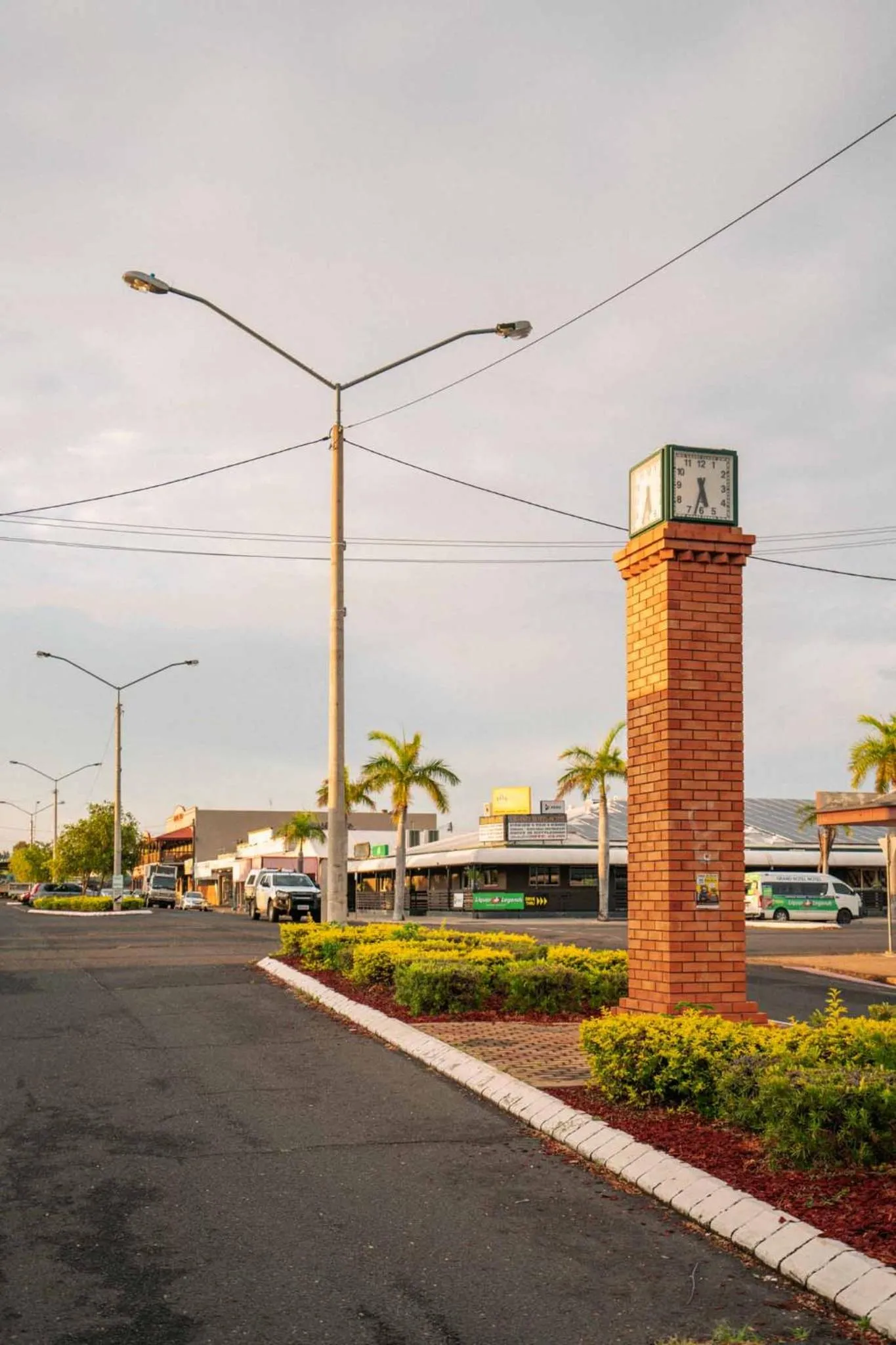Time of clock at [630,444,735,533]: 5:32
